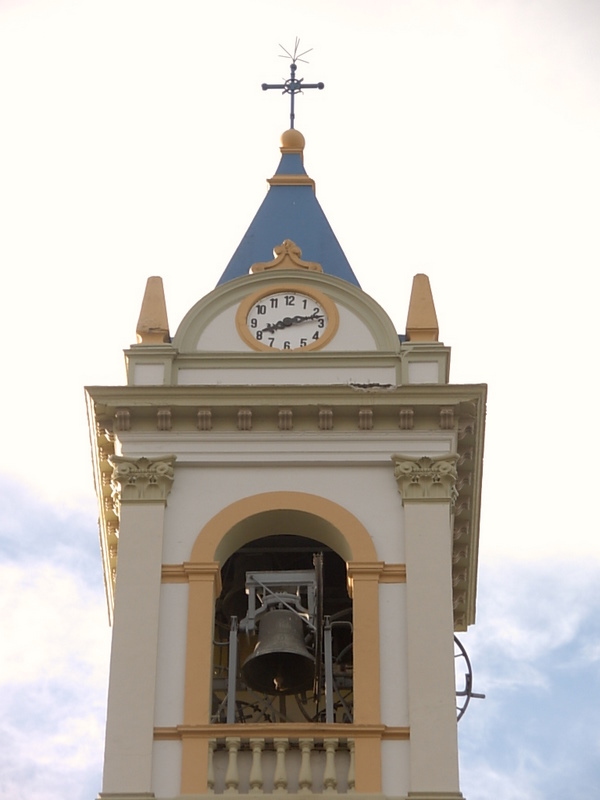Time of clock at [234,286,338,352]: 8:12
